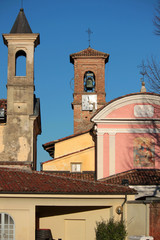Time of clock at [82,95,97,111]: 3:58
